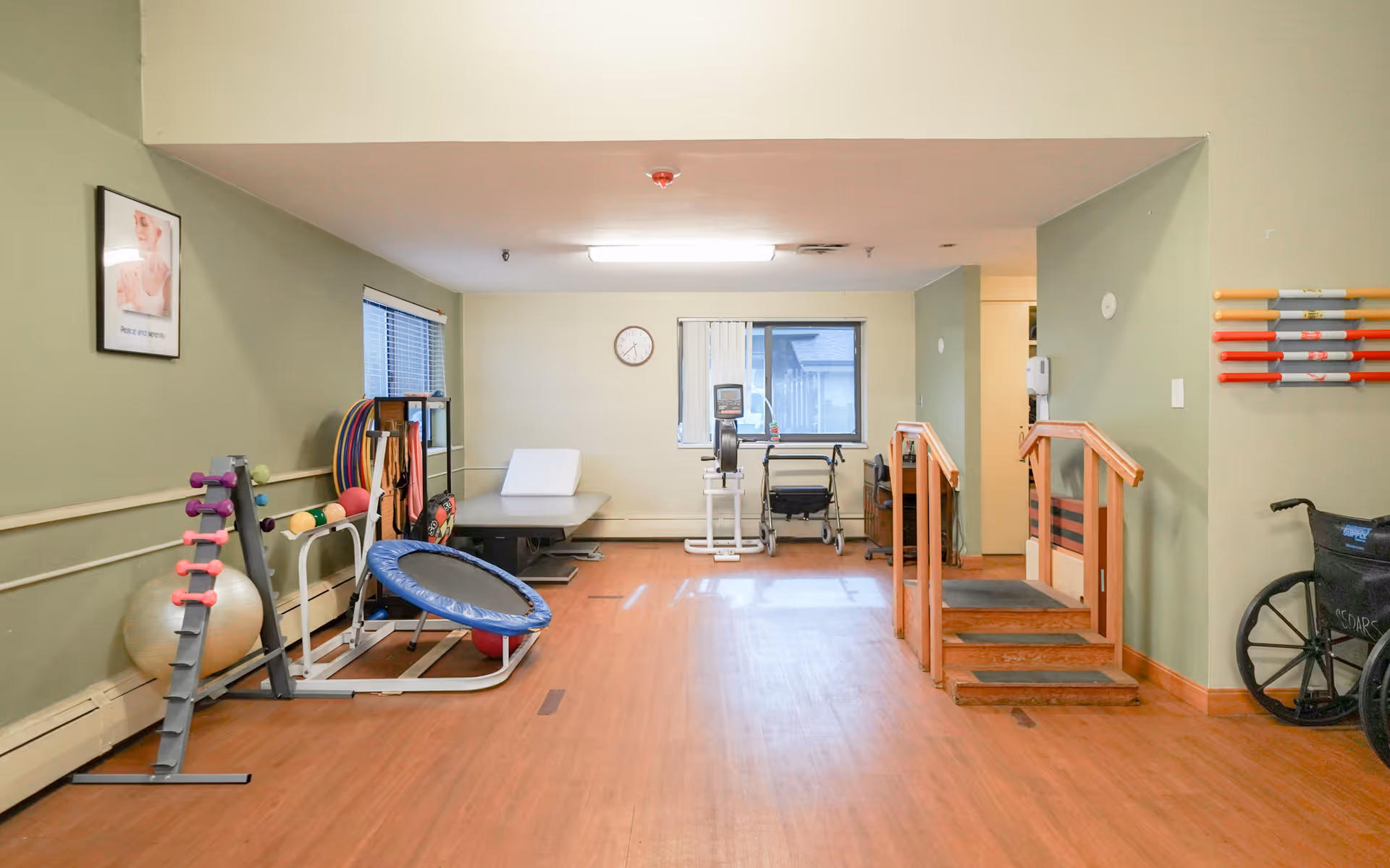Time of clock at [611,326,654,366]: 5:37
